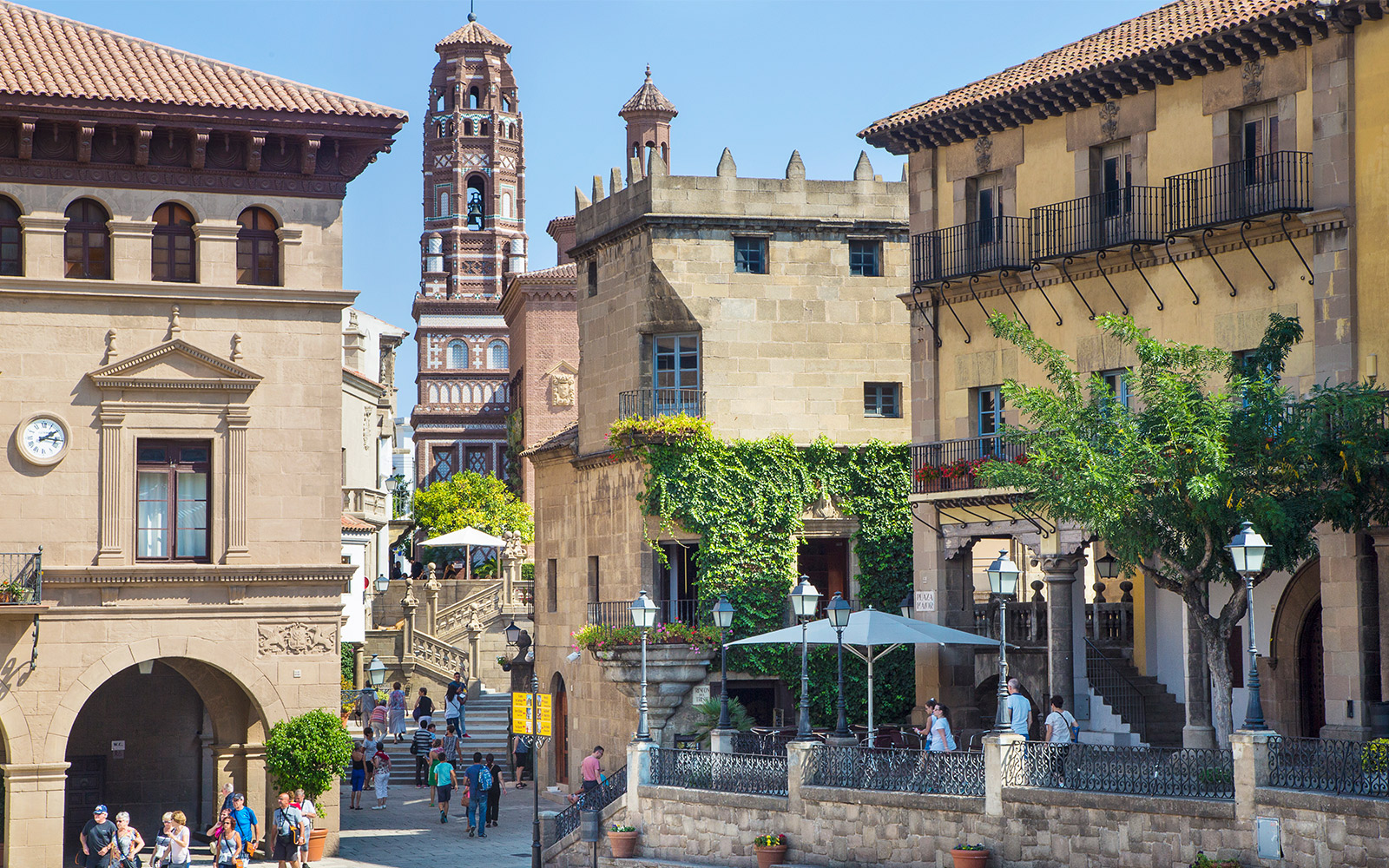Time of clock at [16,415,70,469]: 2:16
